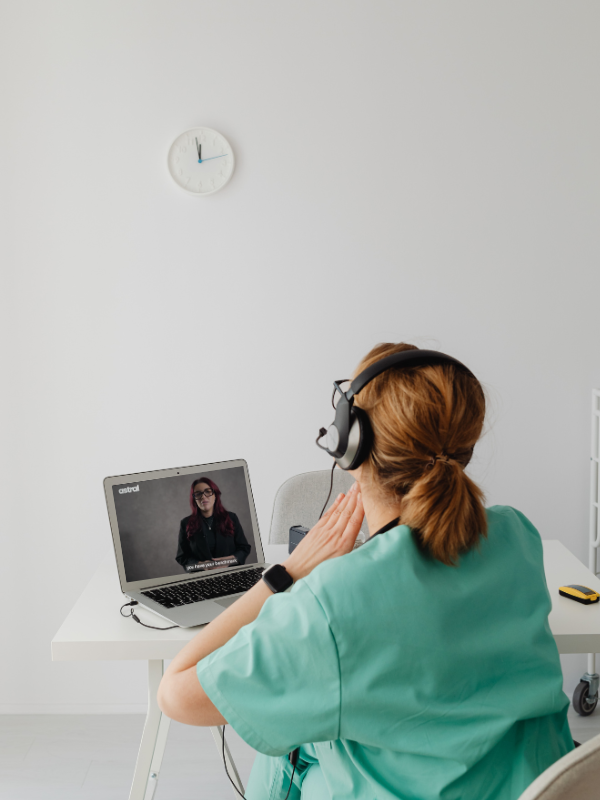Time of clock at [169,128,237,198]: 11:58
